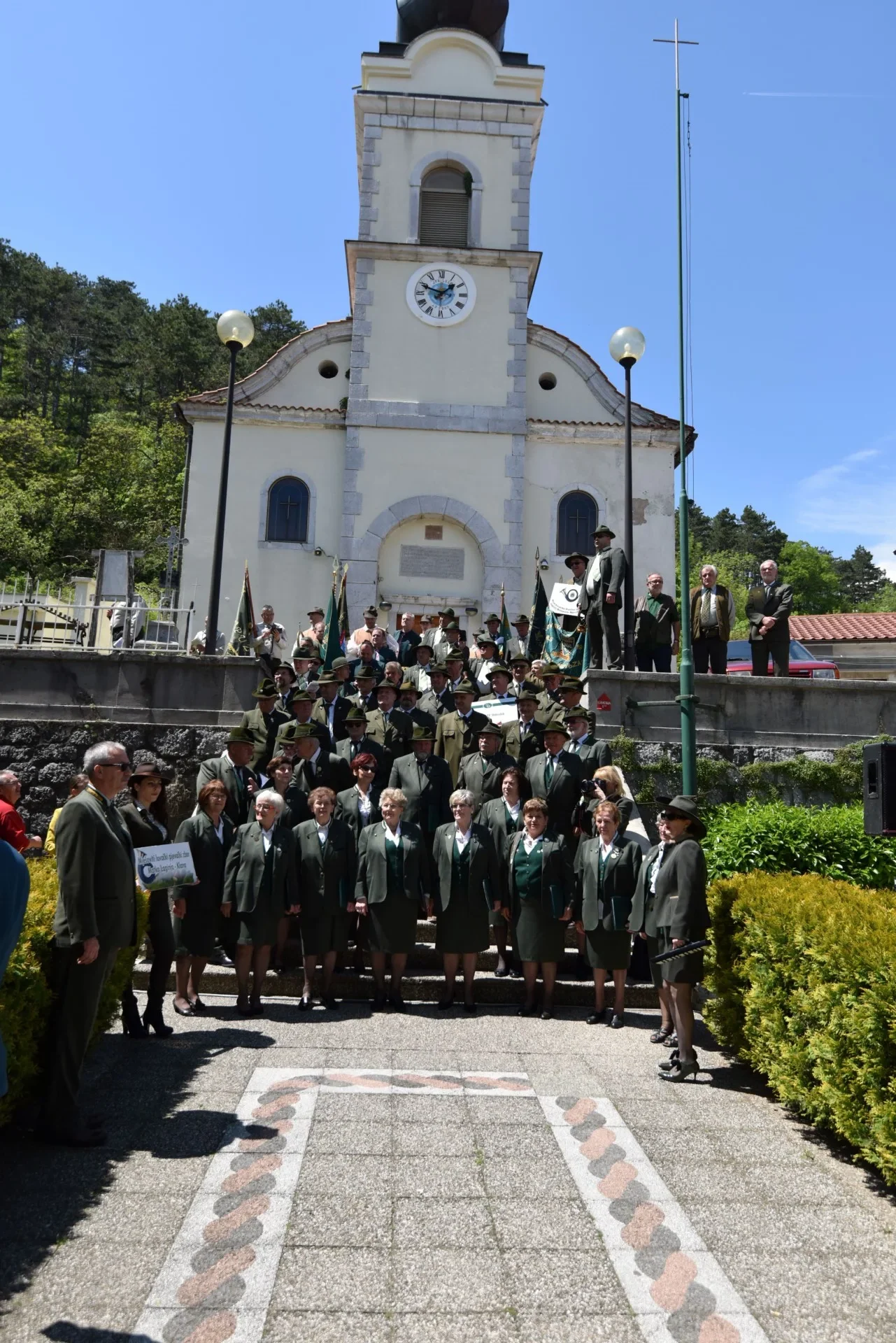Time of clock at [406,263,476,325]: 1:48
